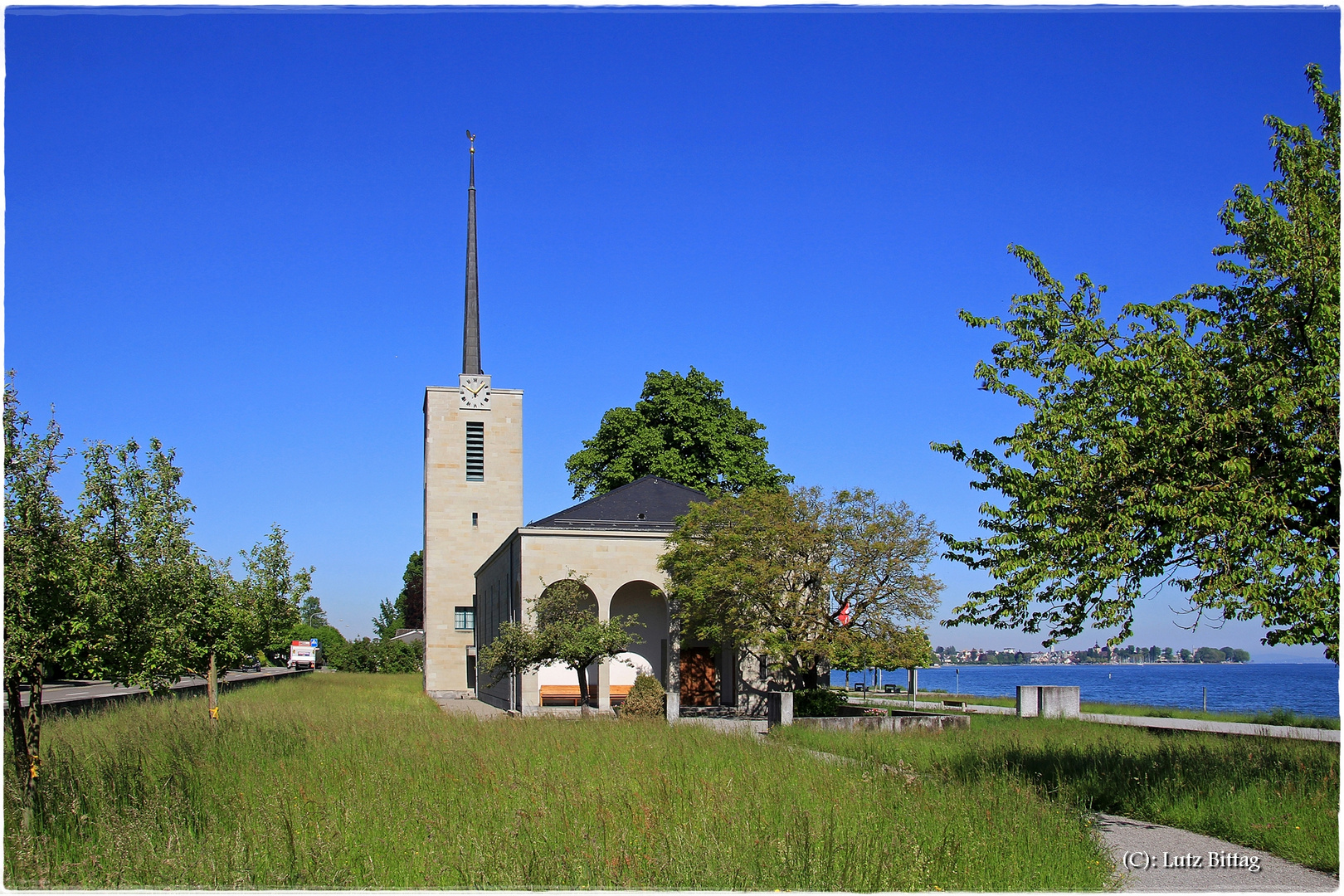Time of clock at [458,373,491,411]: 10:07
